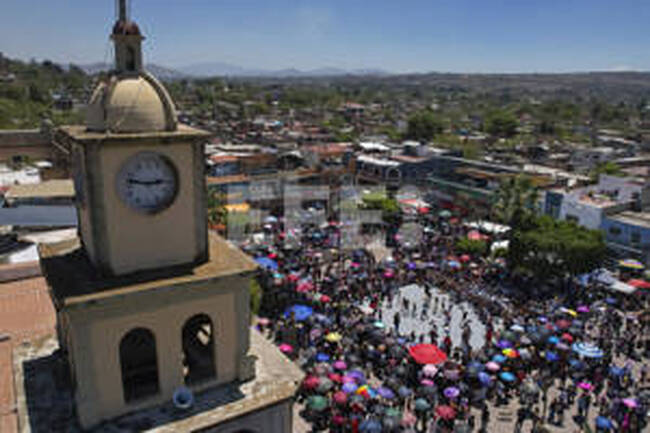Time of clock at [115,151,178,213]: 2:46
